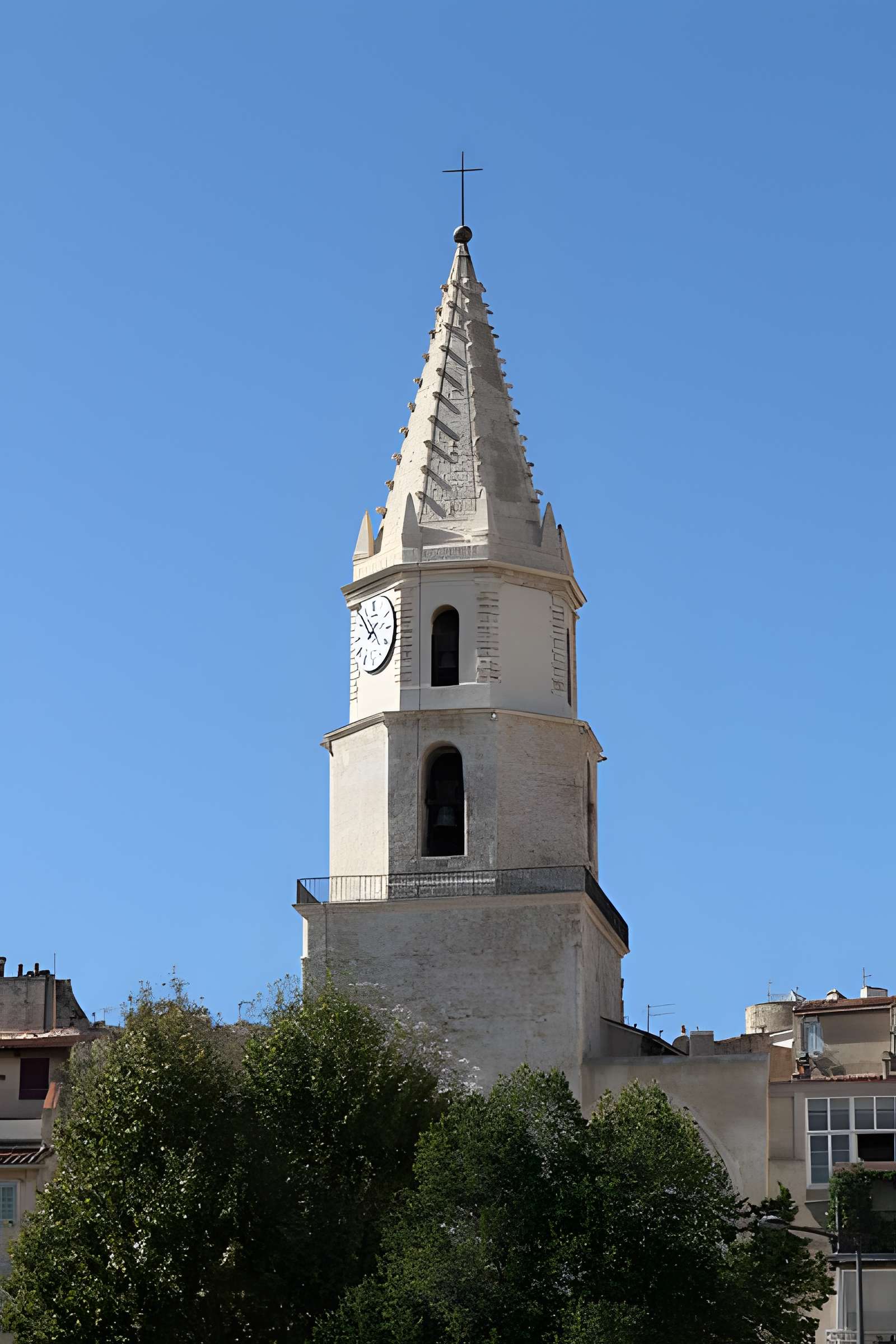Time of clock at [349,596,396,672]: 1:53
